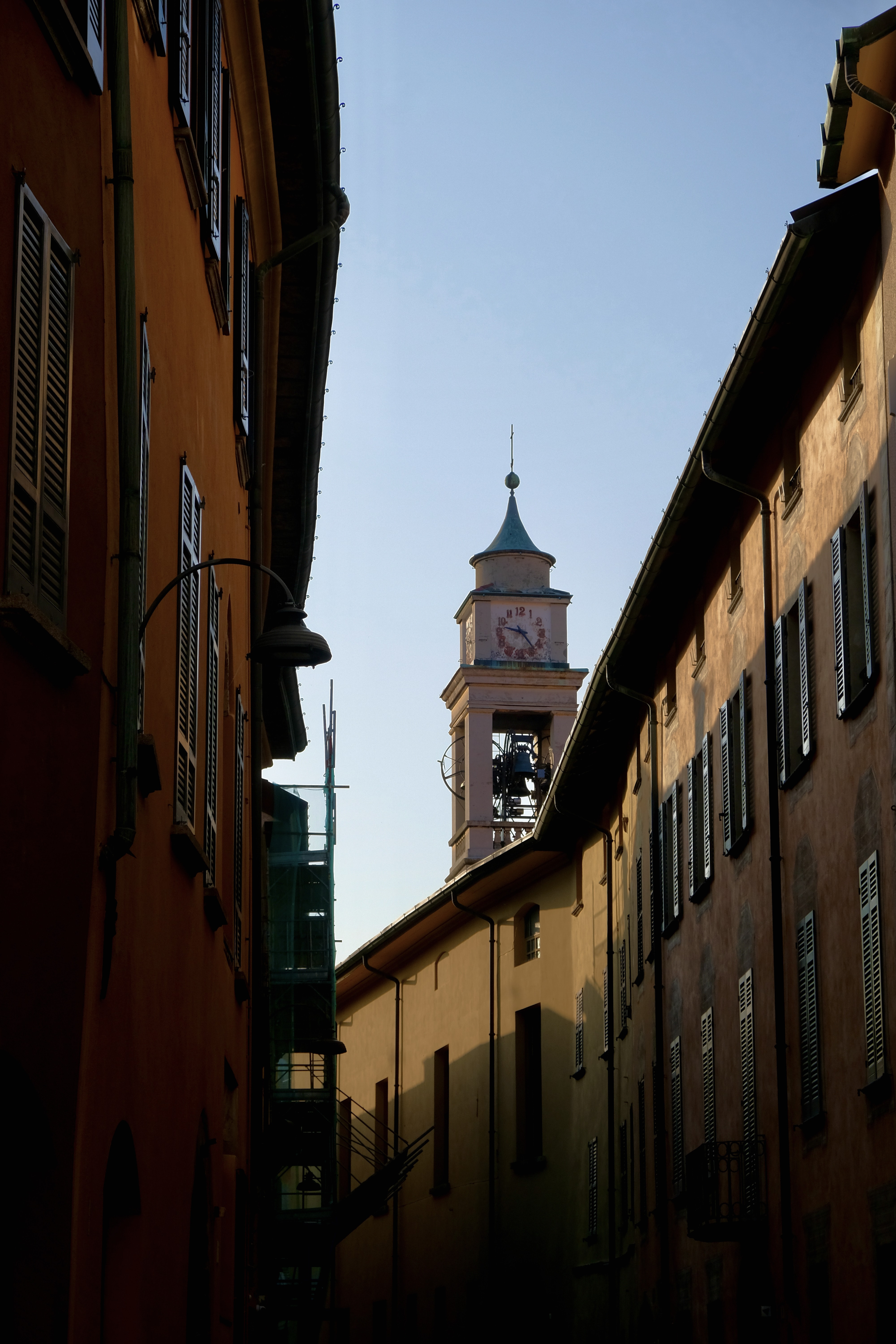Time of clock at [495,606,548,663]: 9:23
